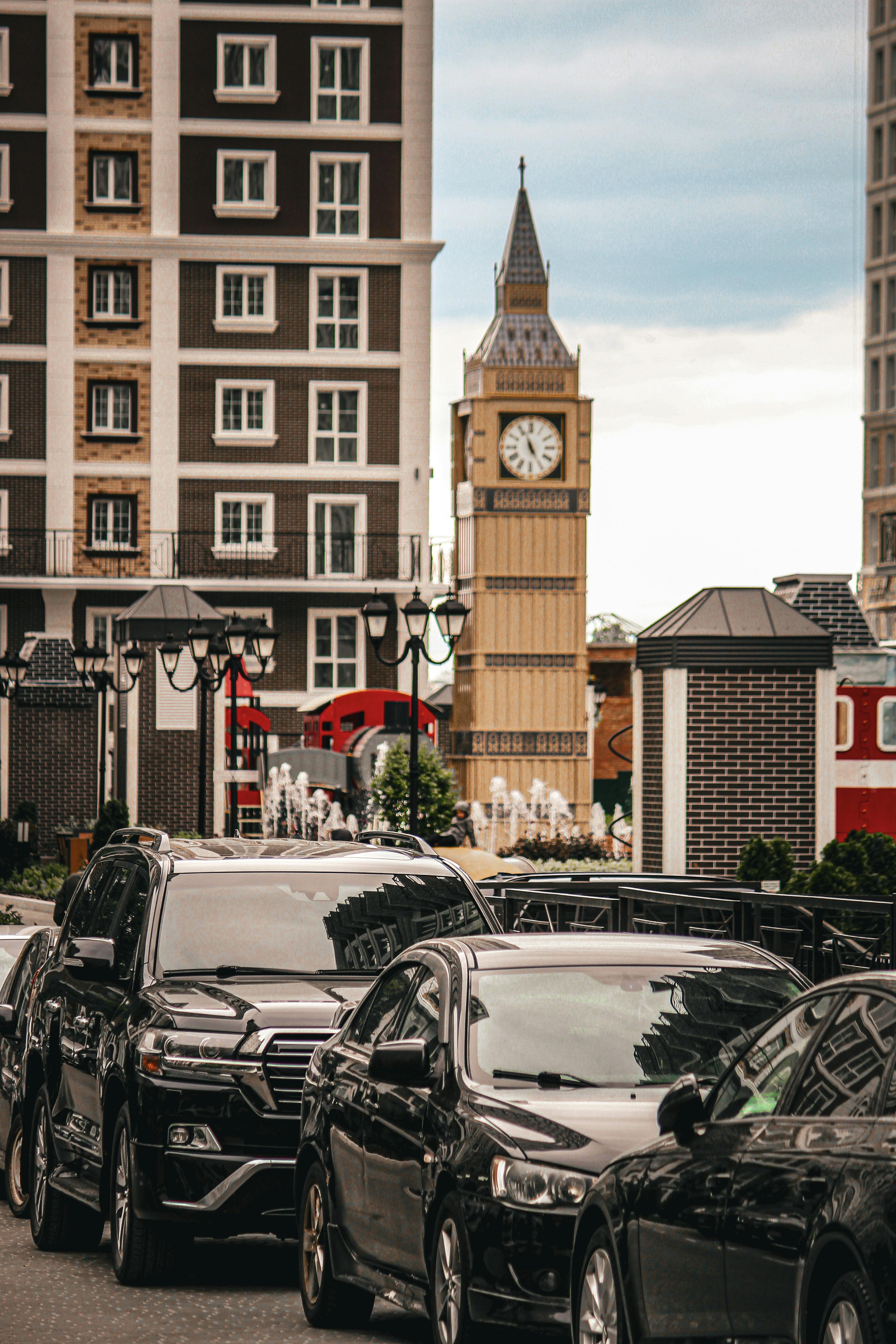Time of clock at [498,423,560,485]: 4:56
